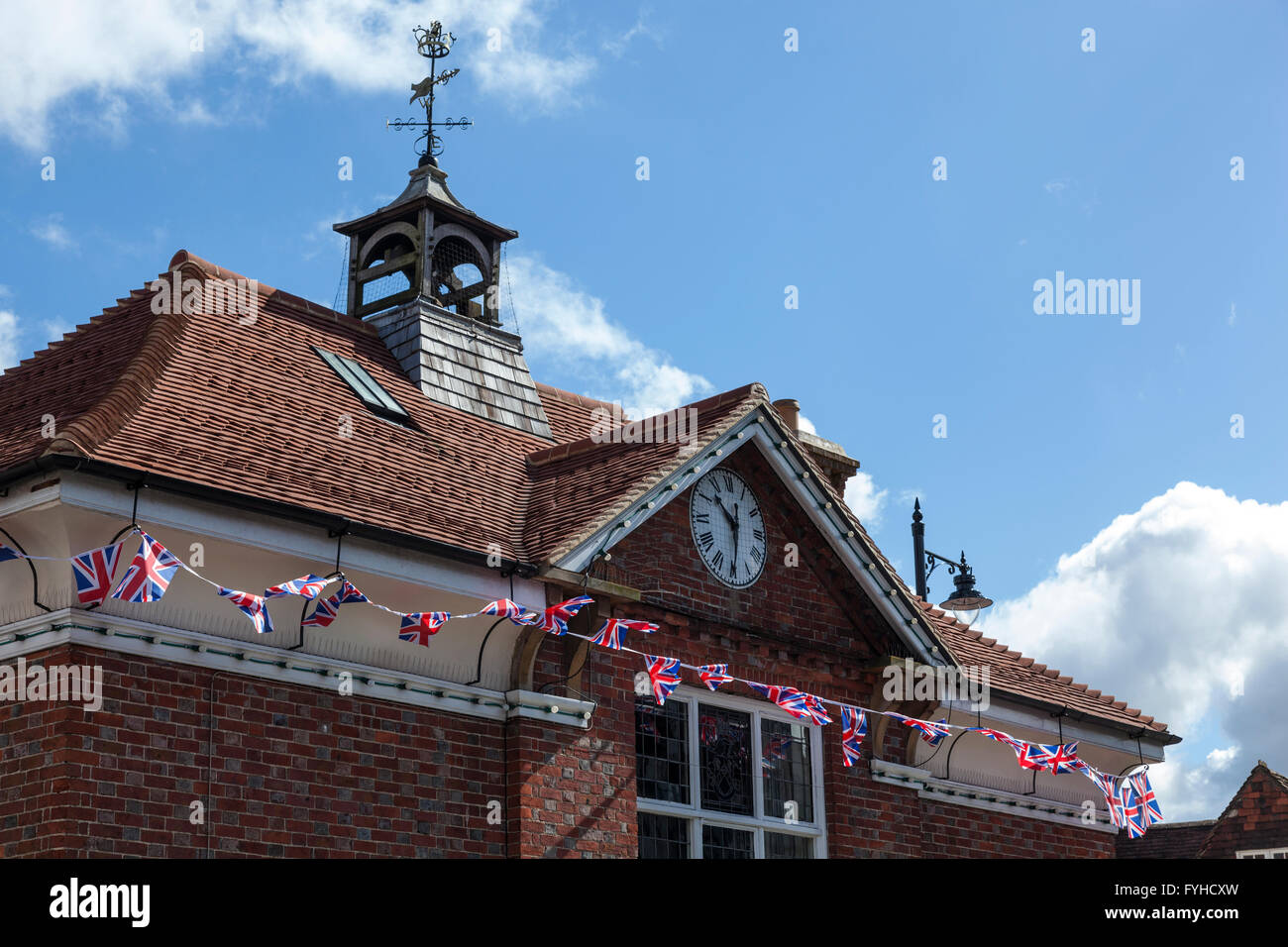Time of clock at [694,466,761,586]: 10:30
